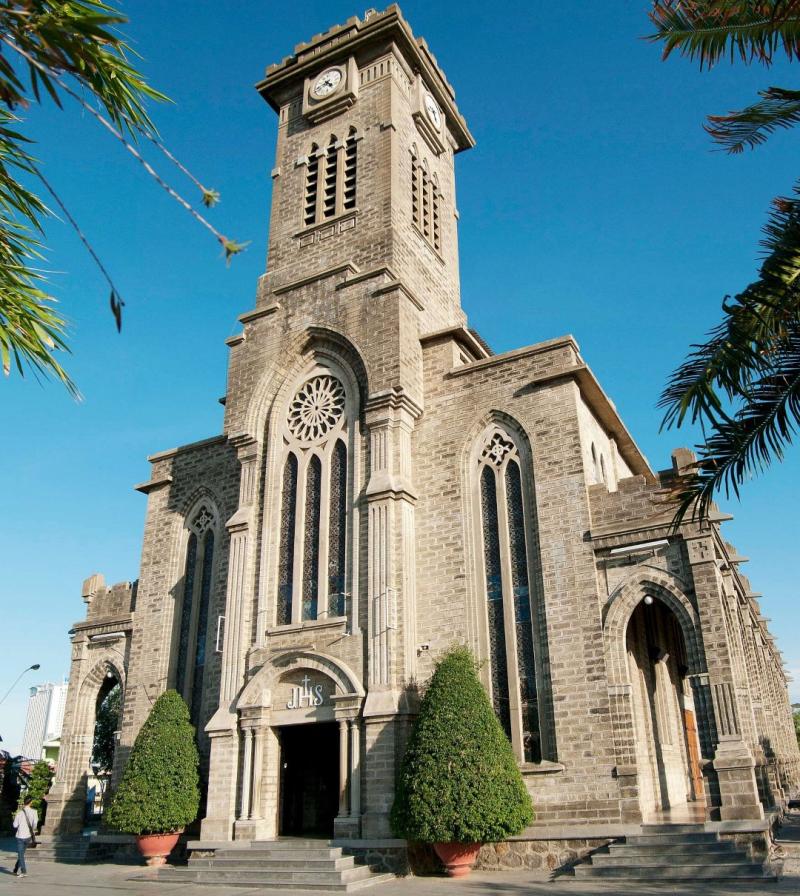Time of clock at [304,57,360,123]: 4:42
